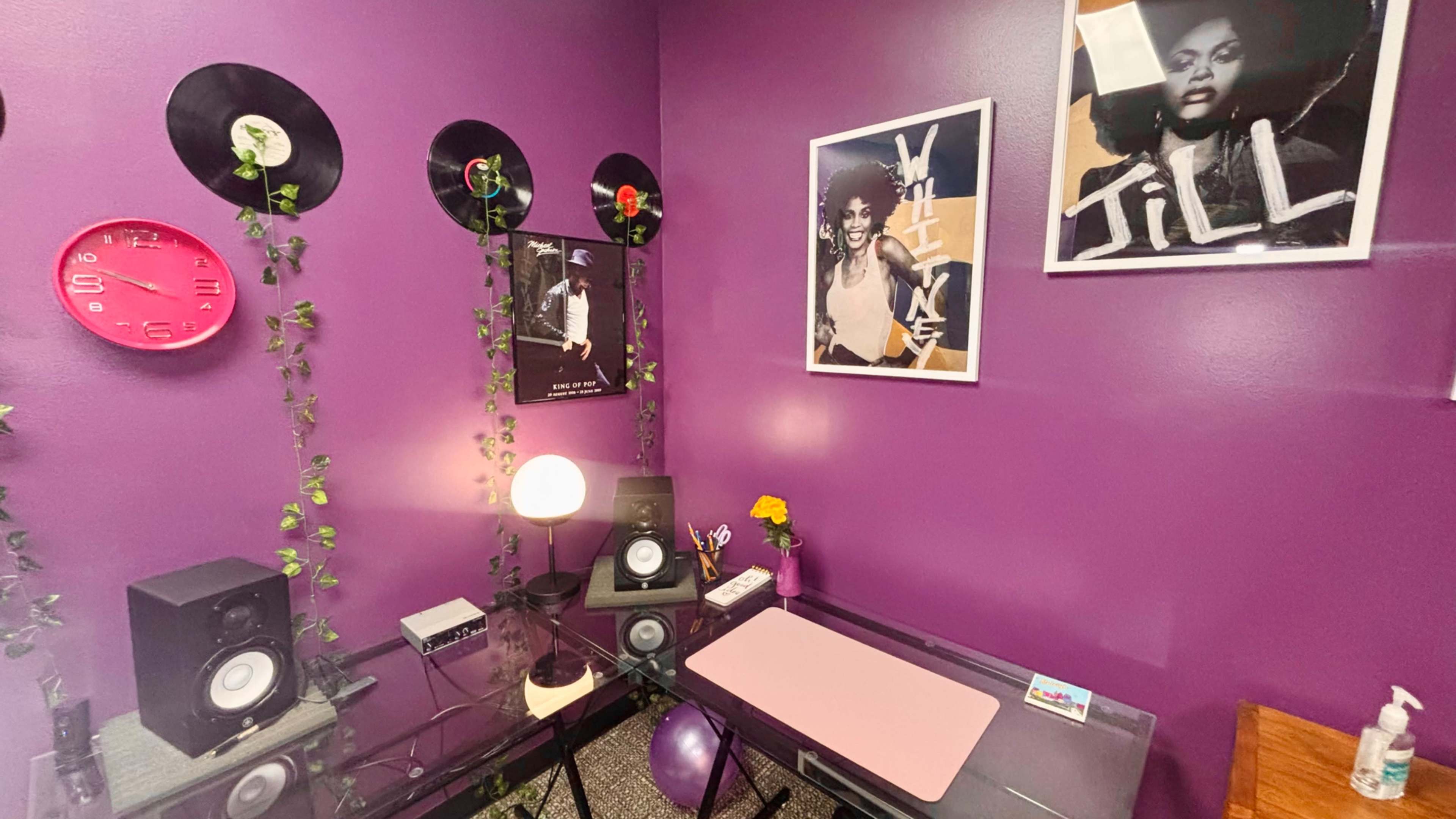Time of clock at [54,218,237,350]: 9:48
